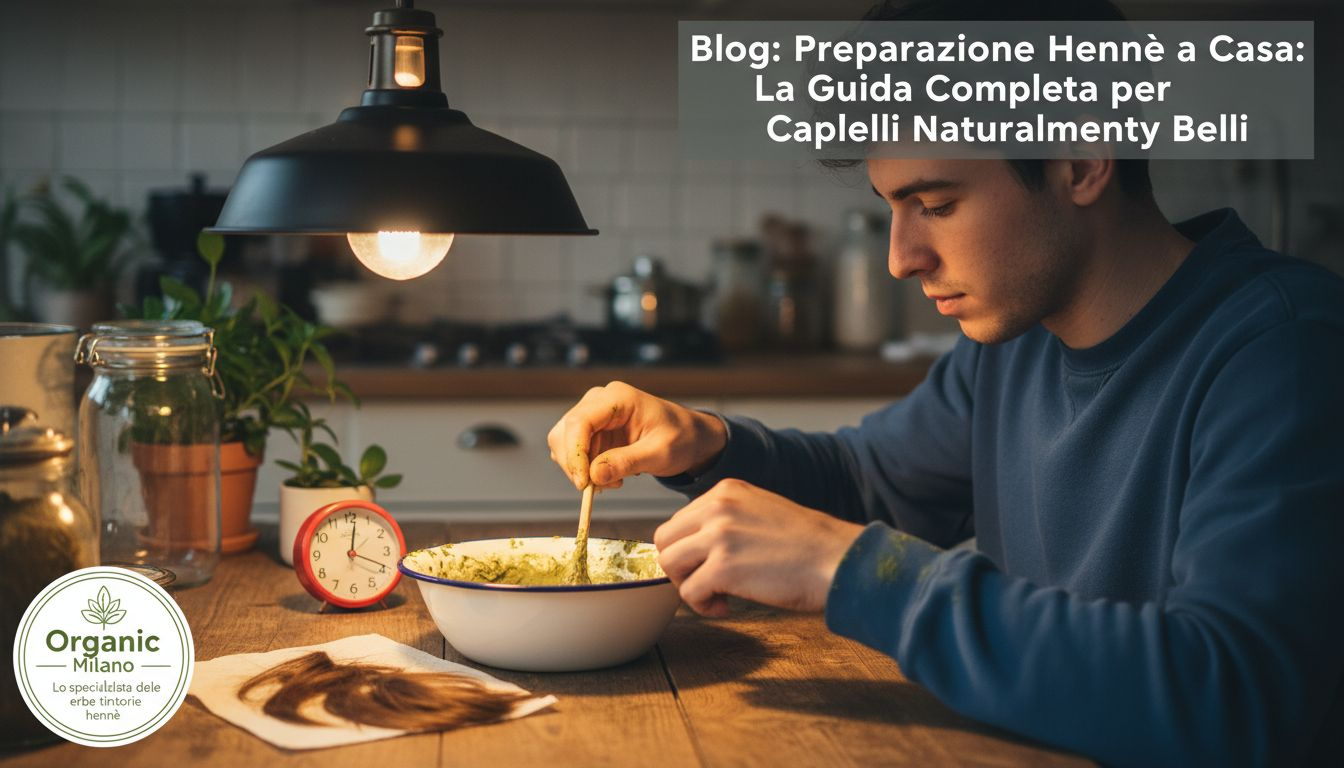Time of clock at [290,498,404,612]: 12:19
